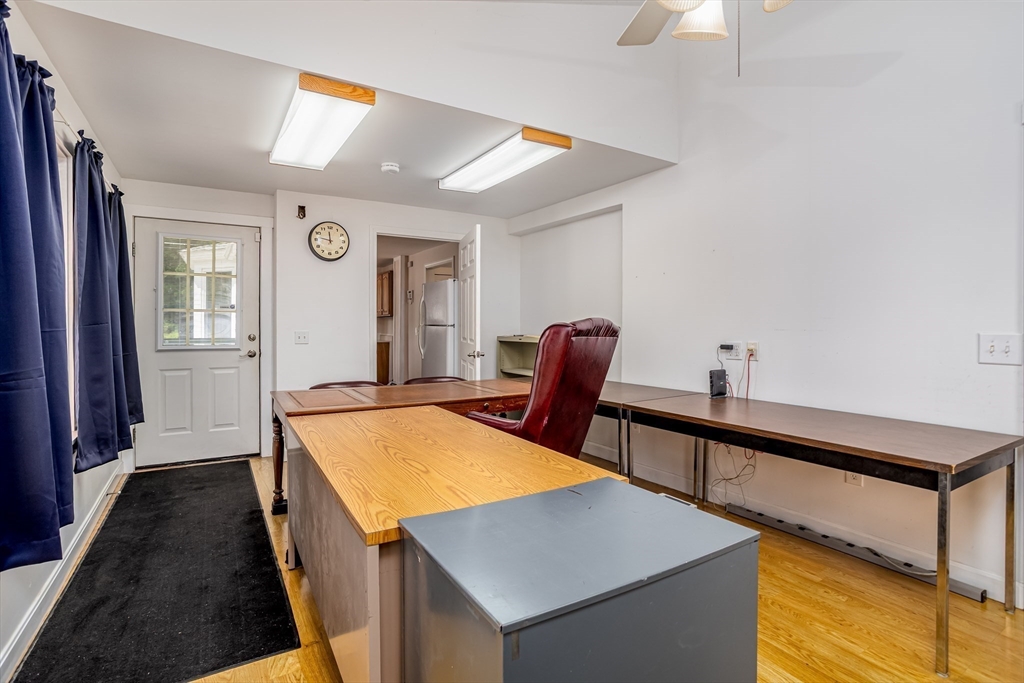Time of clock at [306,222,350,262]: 11:46
